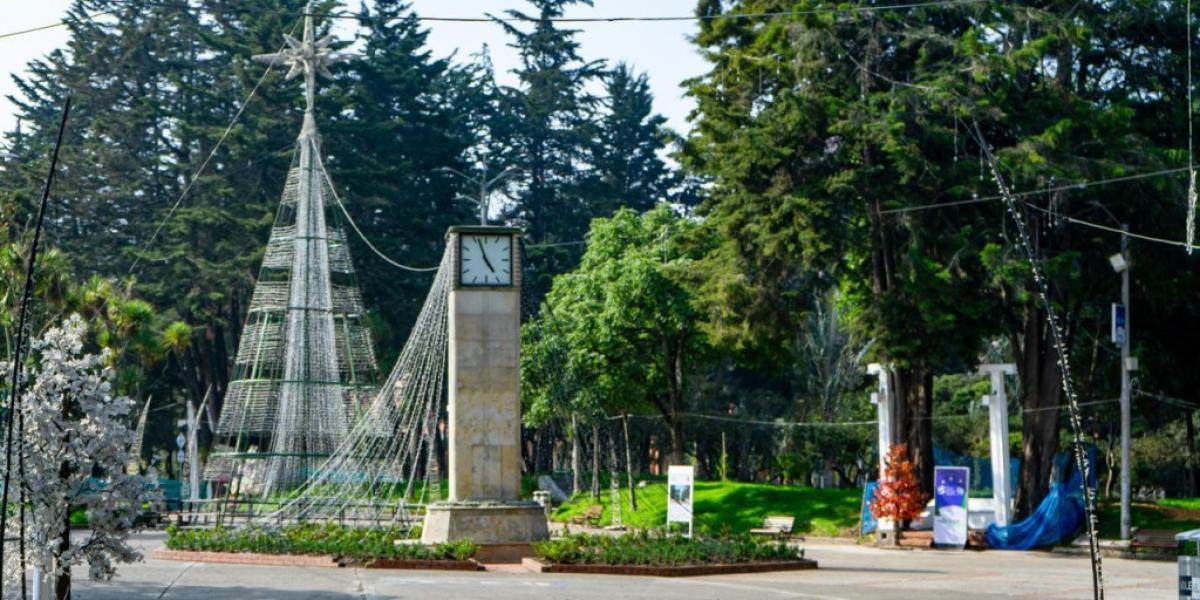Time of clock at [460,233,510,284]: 4:56
